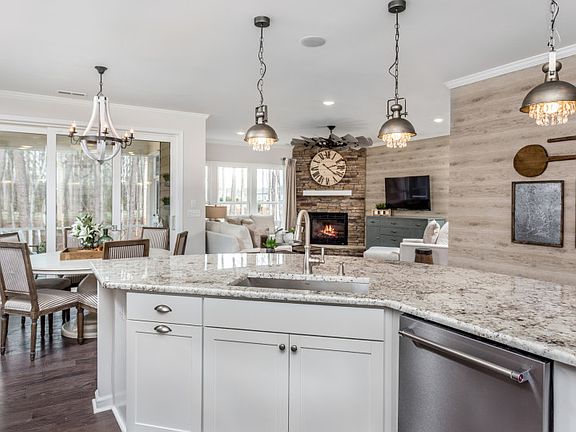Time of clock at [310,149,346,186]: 2:21
